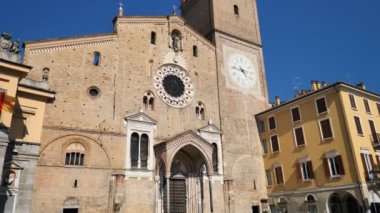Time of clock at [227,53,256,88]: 4:46
